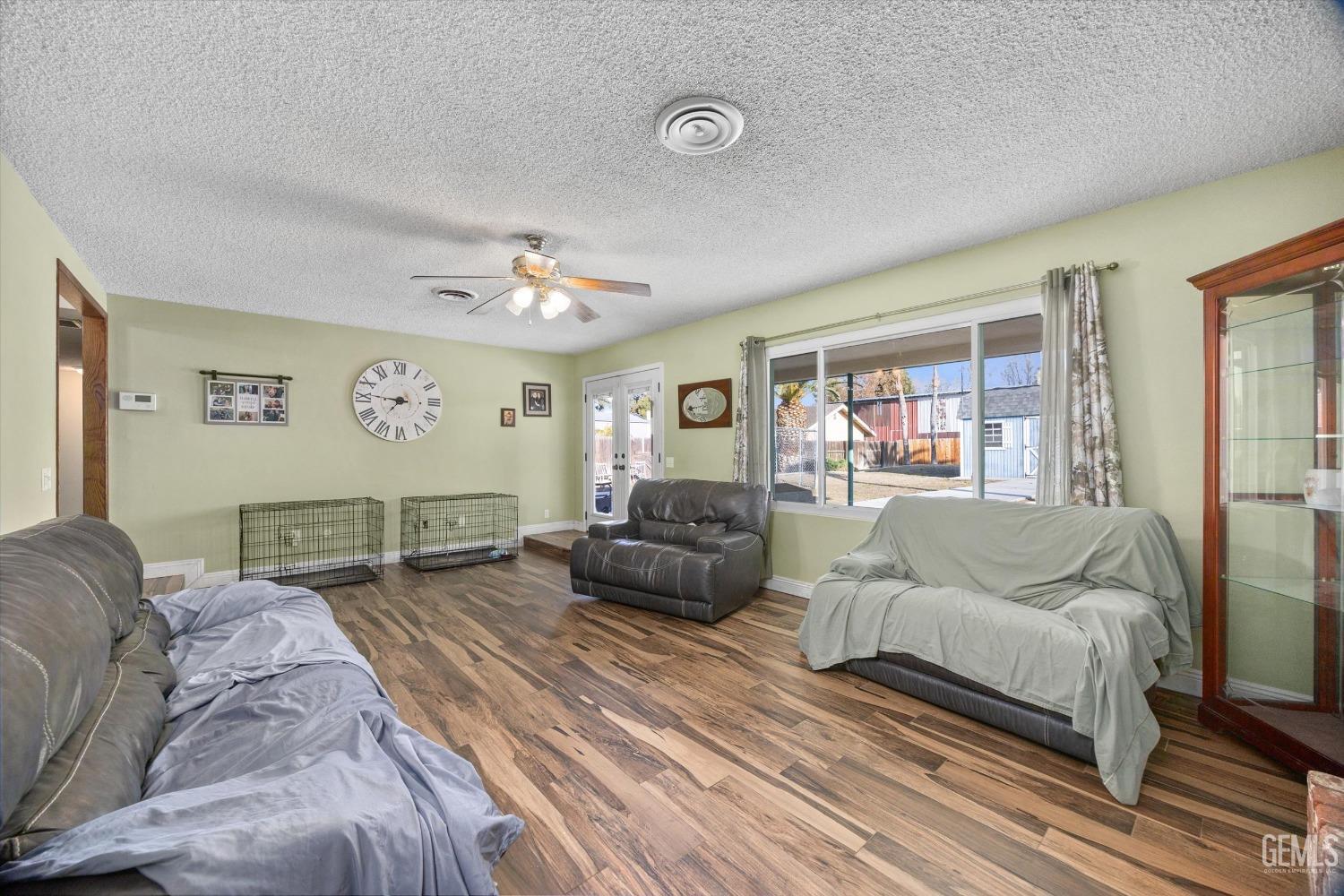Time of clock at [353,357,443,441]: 7:46
